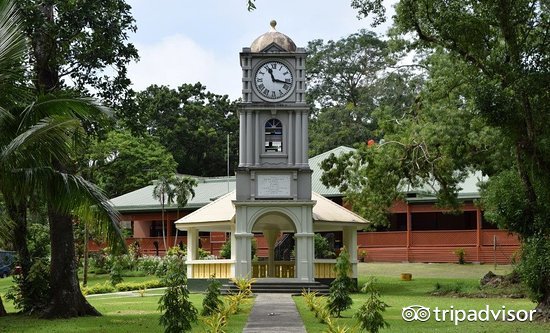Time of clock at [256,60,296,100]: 11:17
